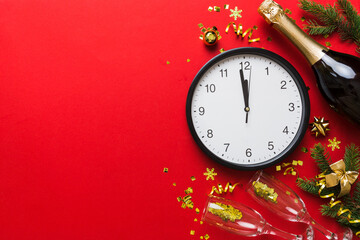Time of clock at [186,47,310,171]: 11:58
